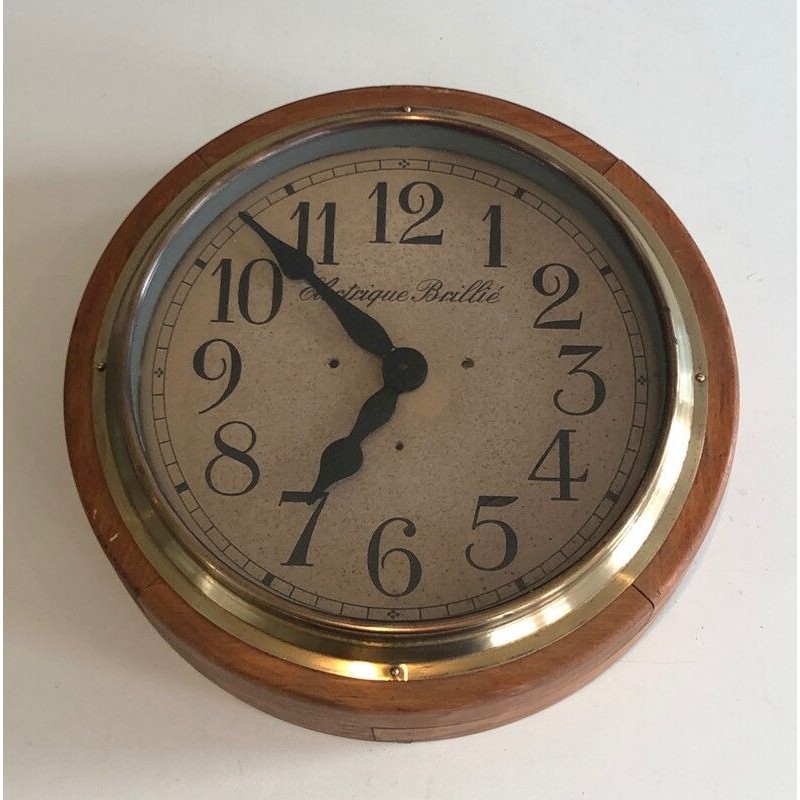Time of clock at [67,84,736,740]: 6:53
